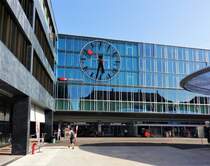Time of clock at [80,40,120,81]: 5:32
